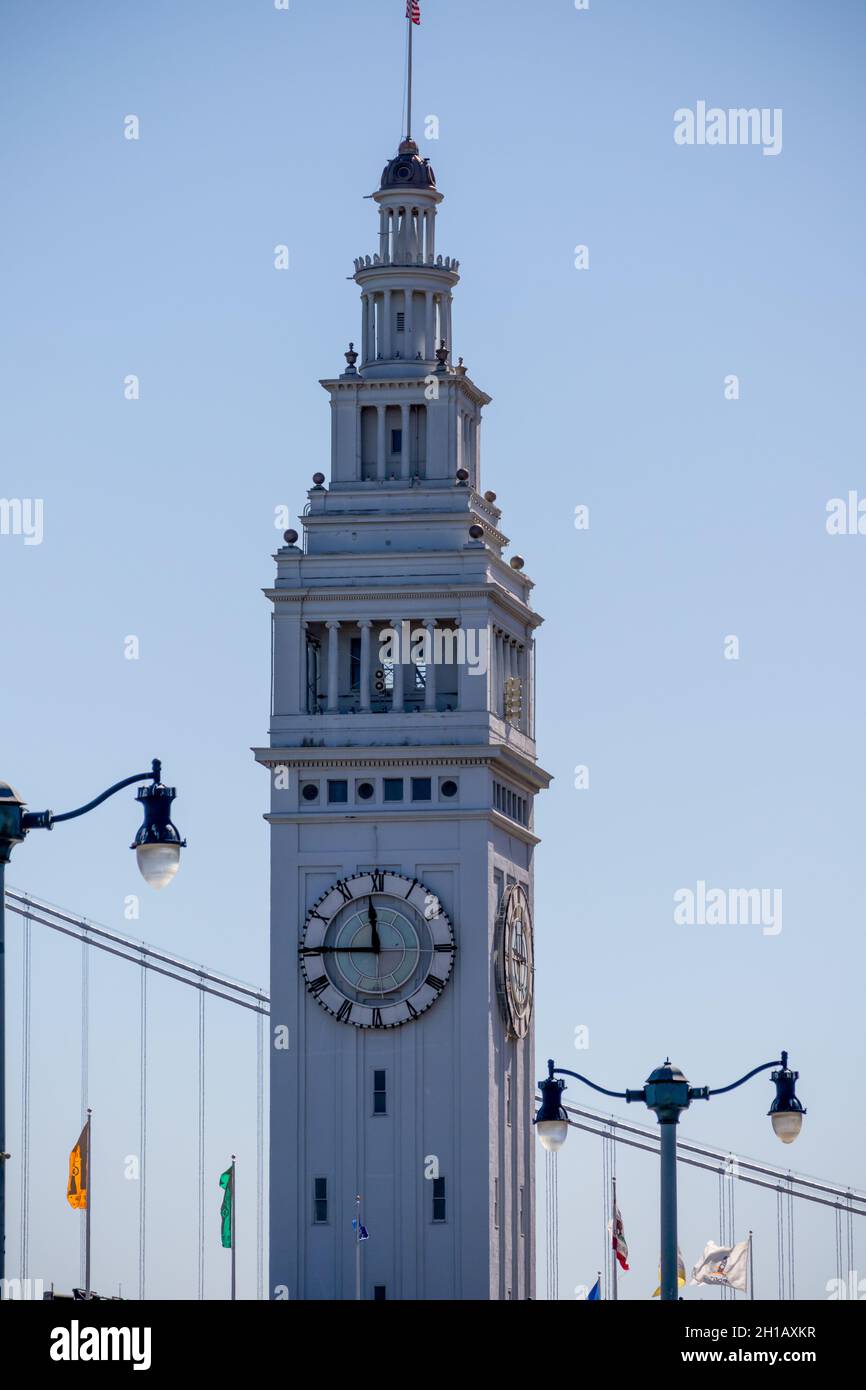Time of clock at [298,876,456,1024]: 11:45
